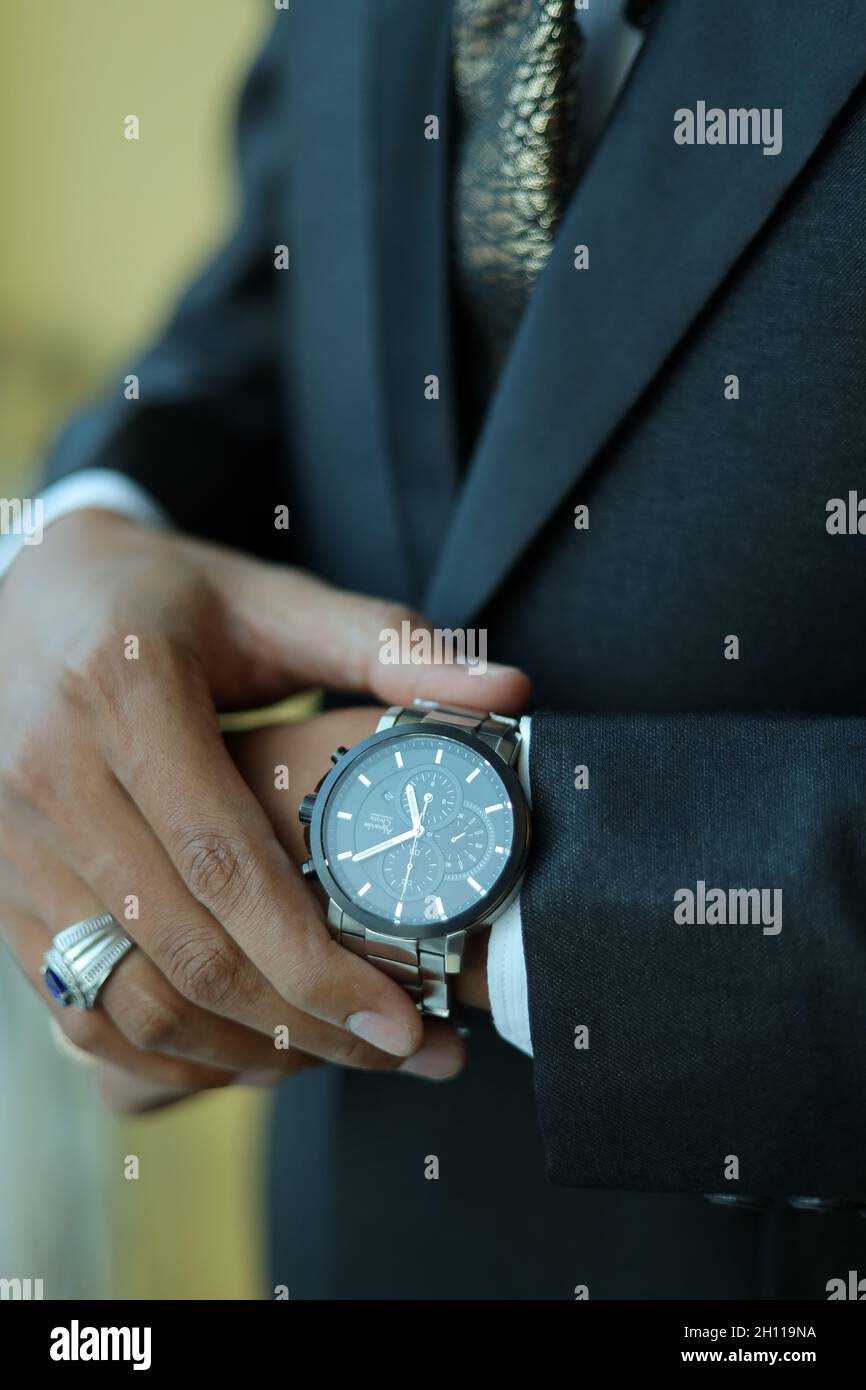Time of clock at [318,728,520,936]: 11:39
